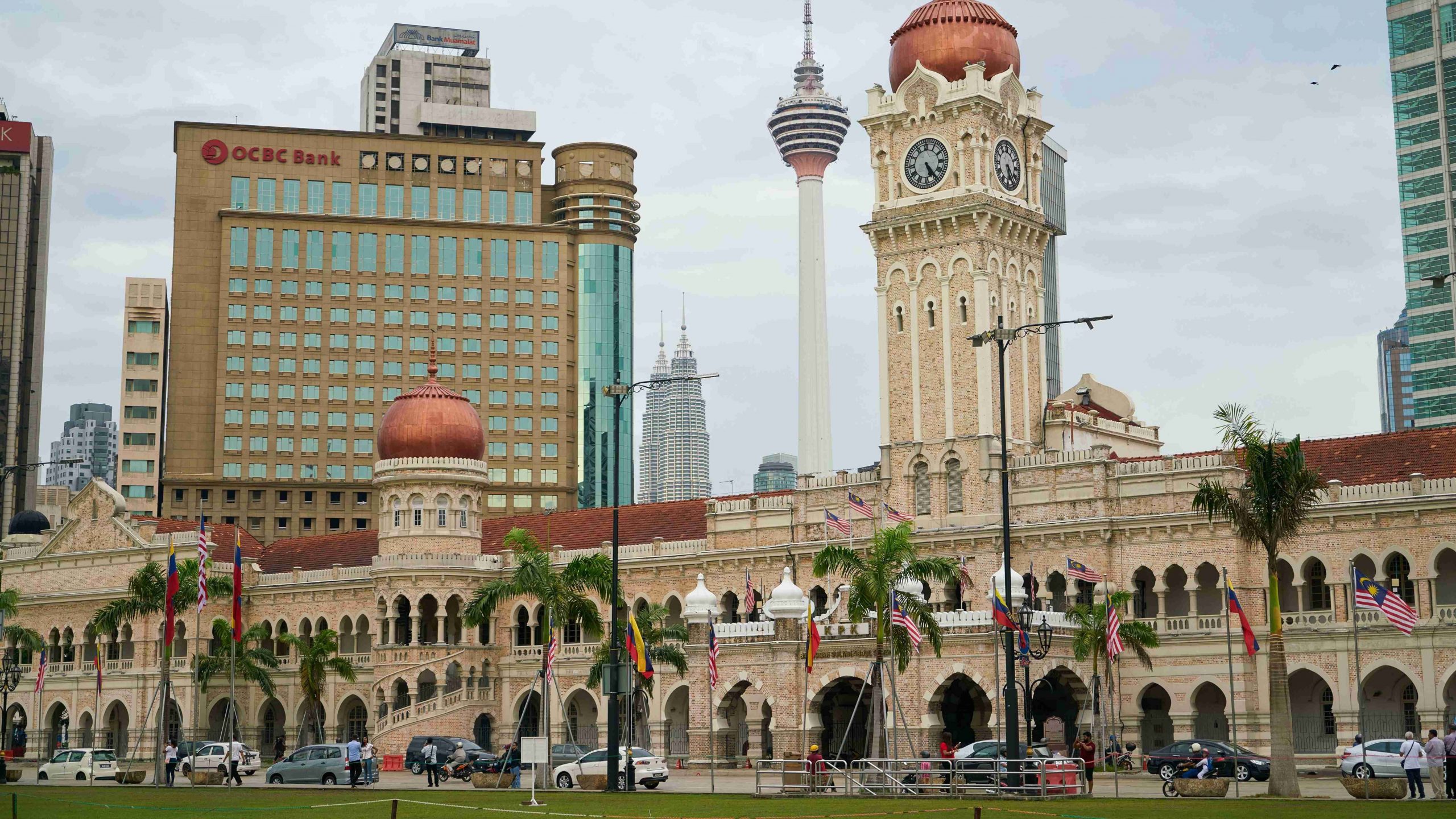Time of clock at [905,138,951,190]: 5:24
